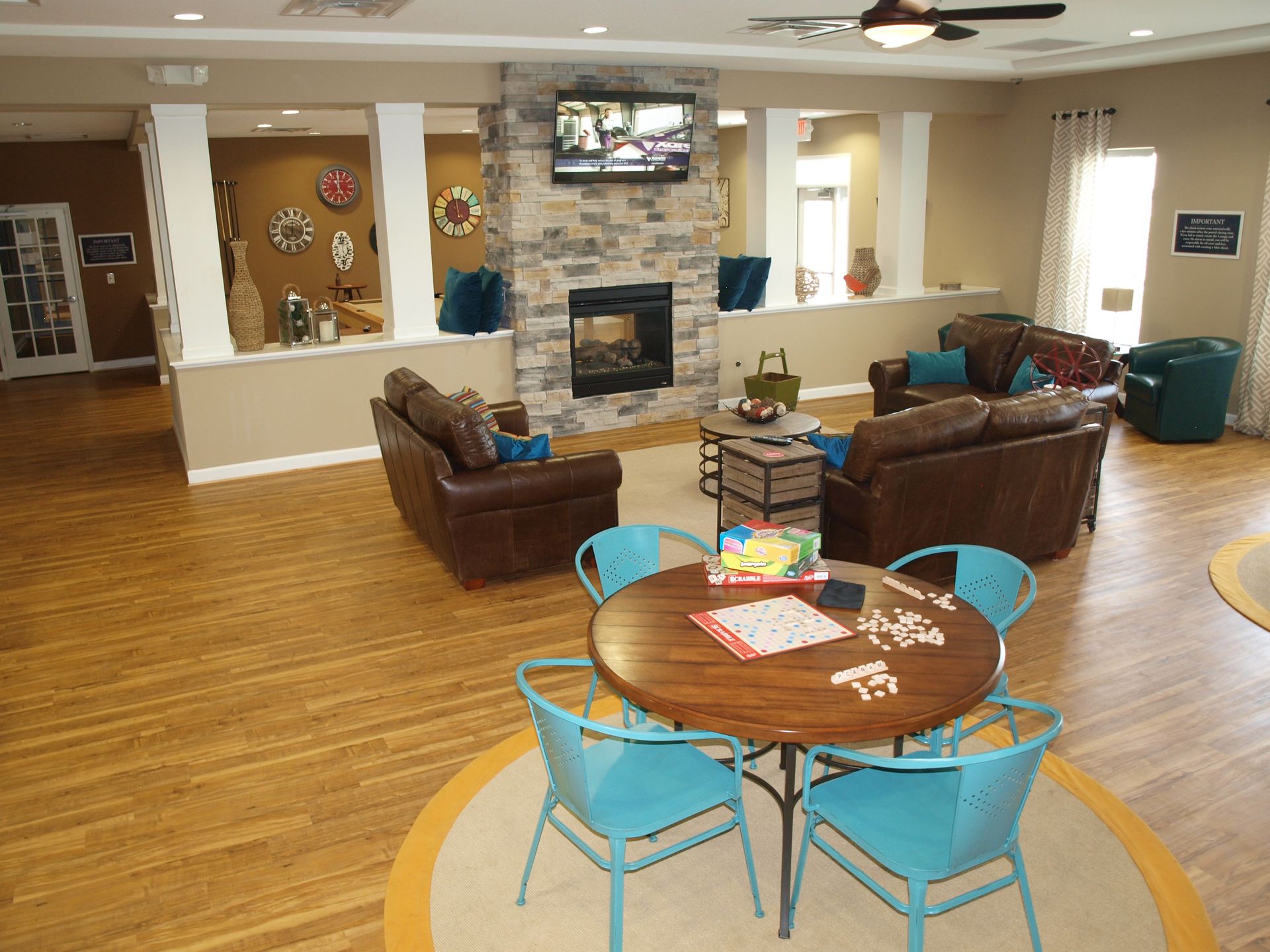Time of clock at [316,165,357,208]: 4:59
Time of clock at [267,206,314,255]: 7:01
